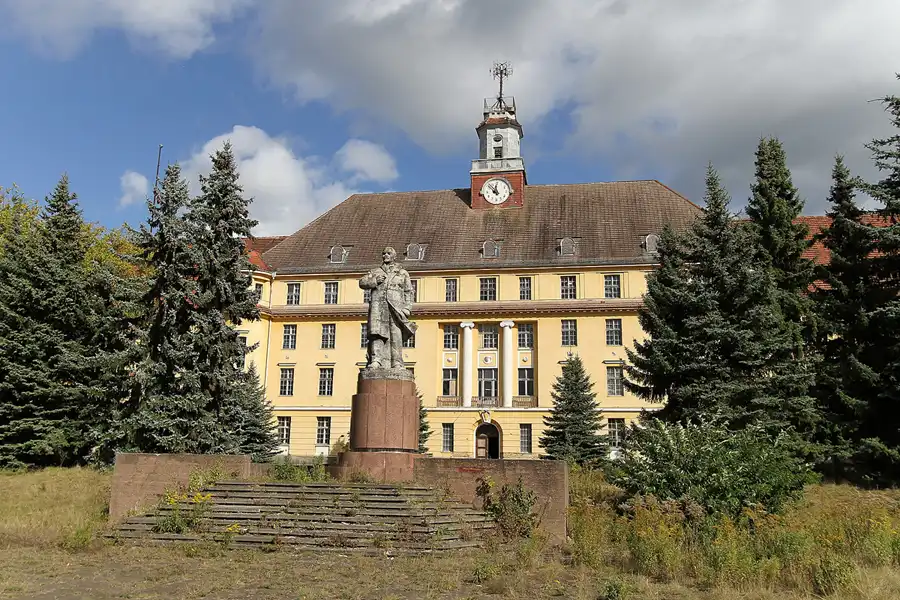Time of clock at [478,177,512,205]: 11:52
